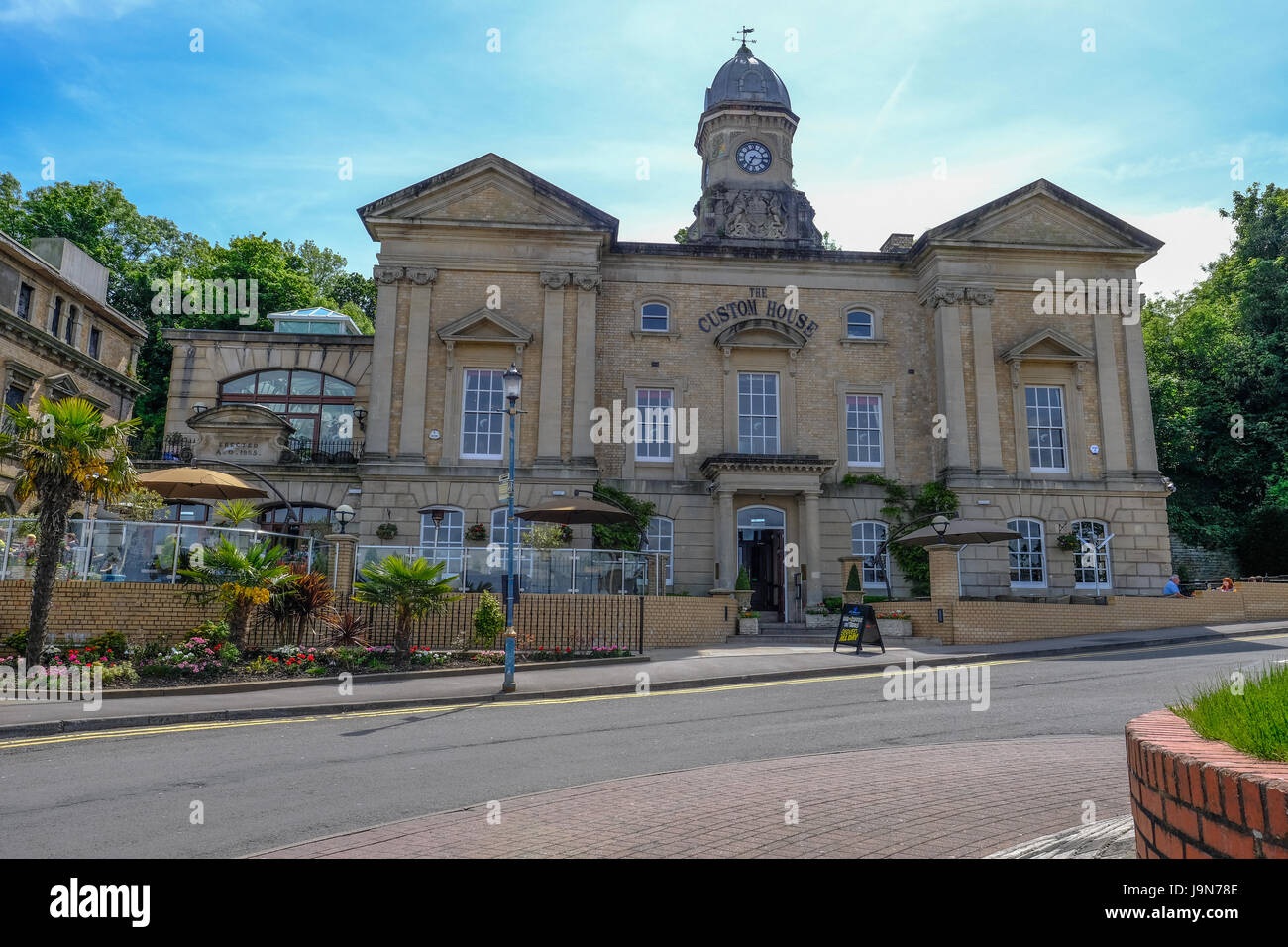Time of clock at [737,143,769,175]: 7:15
